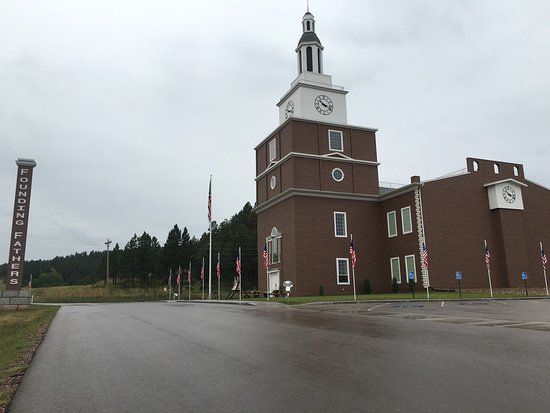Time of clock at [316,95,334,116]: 10:17
